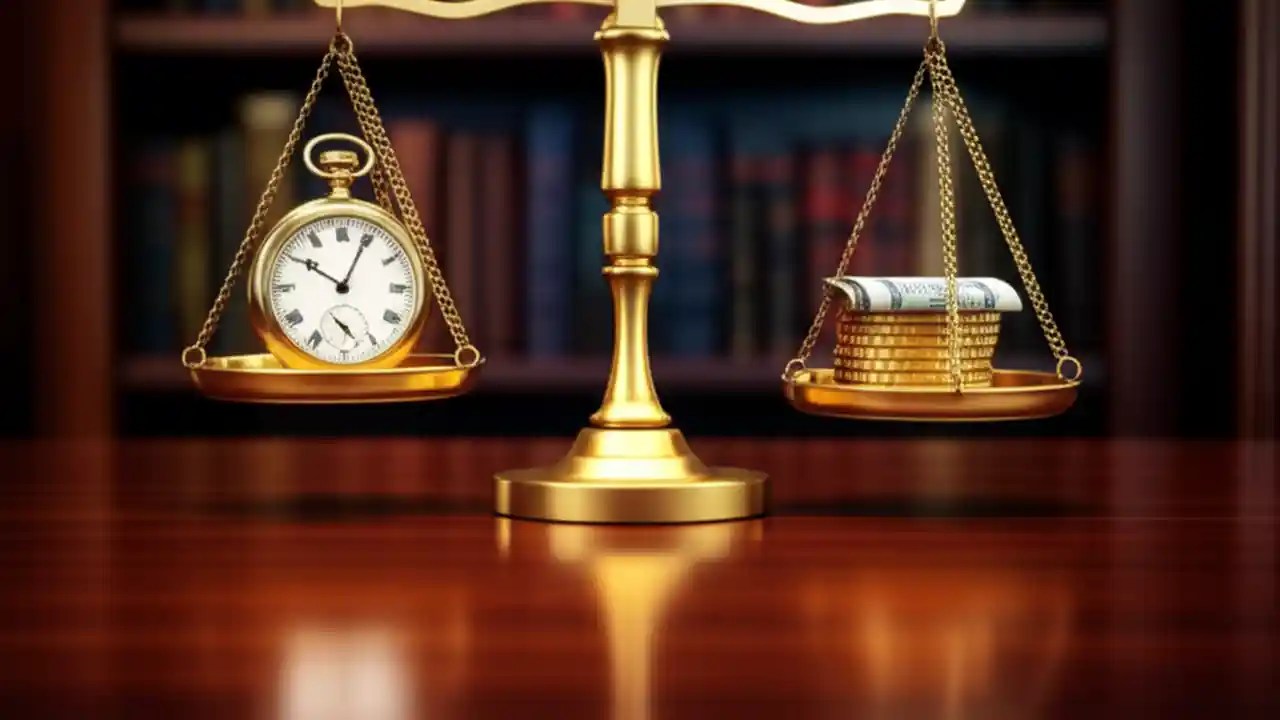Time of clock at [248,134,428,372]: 10:04
